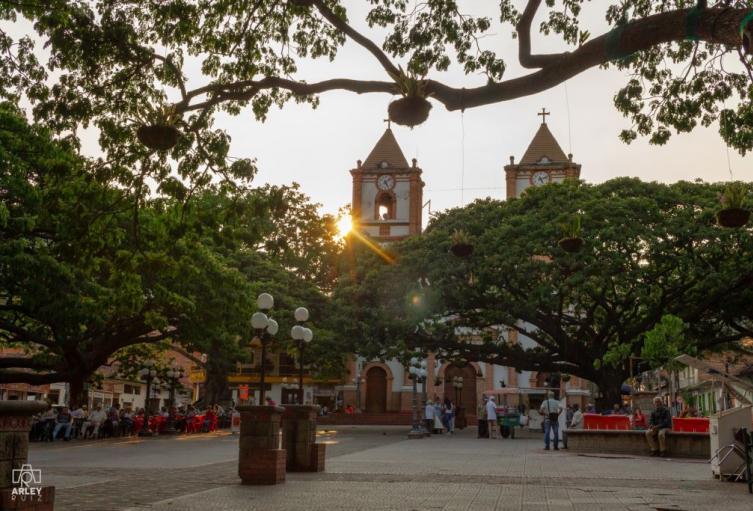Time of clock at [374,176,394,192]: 5:08
